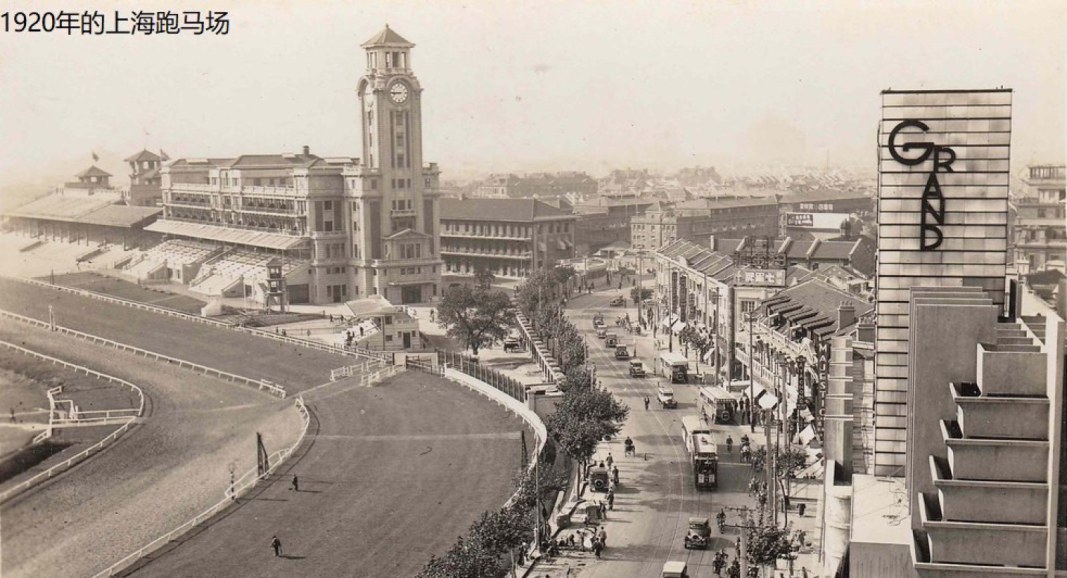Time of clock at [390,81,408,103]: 8:45
